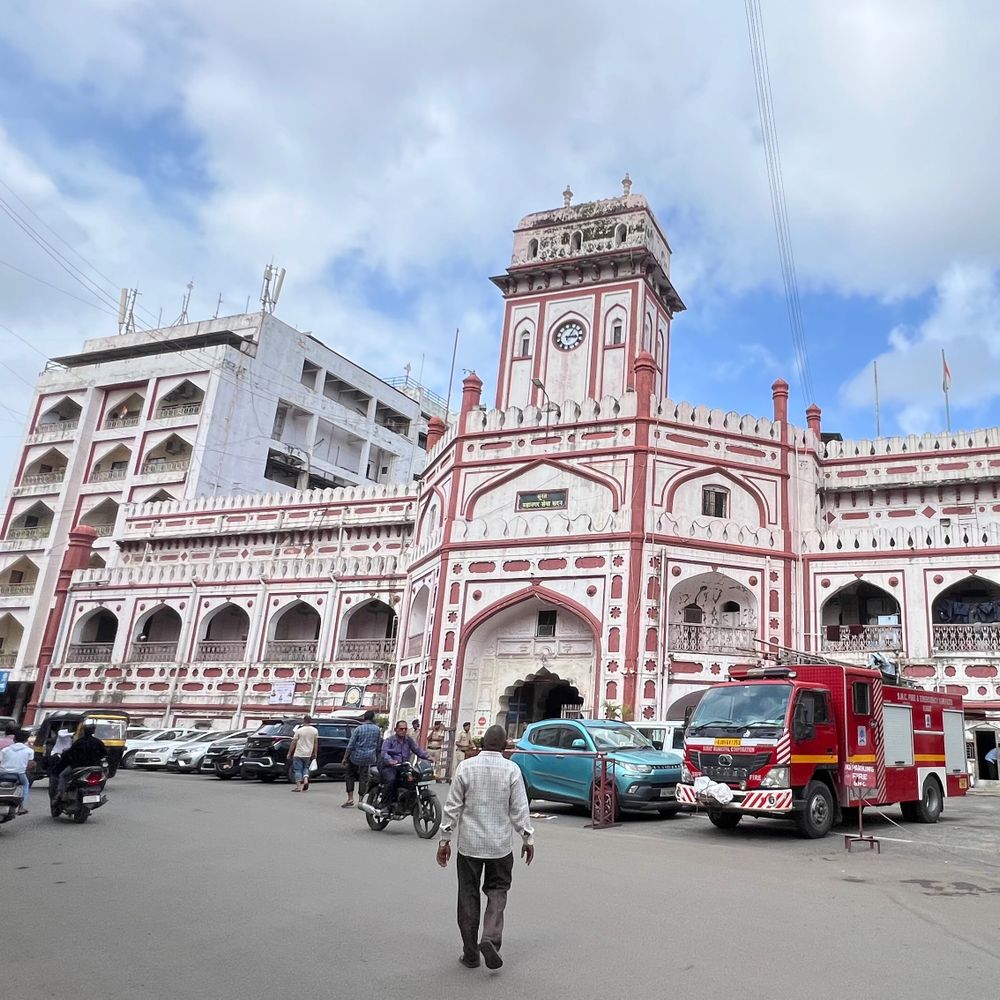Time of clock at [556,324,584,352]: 3:05
